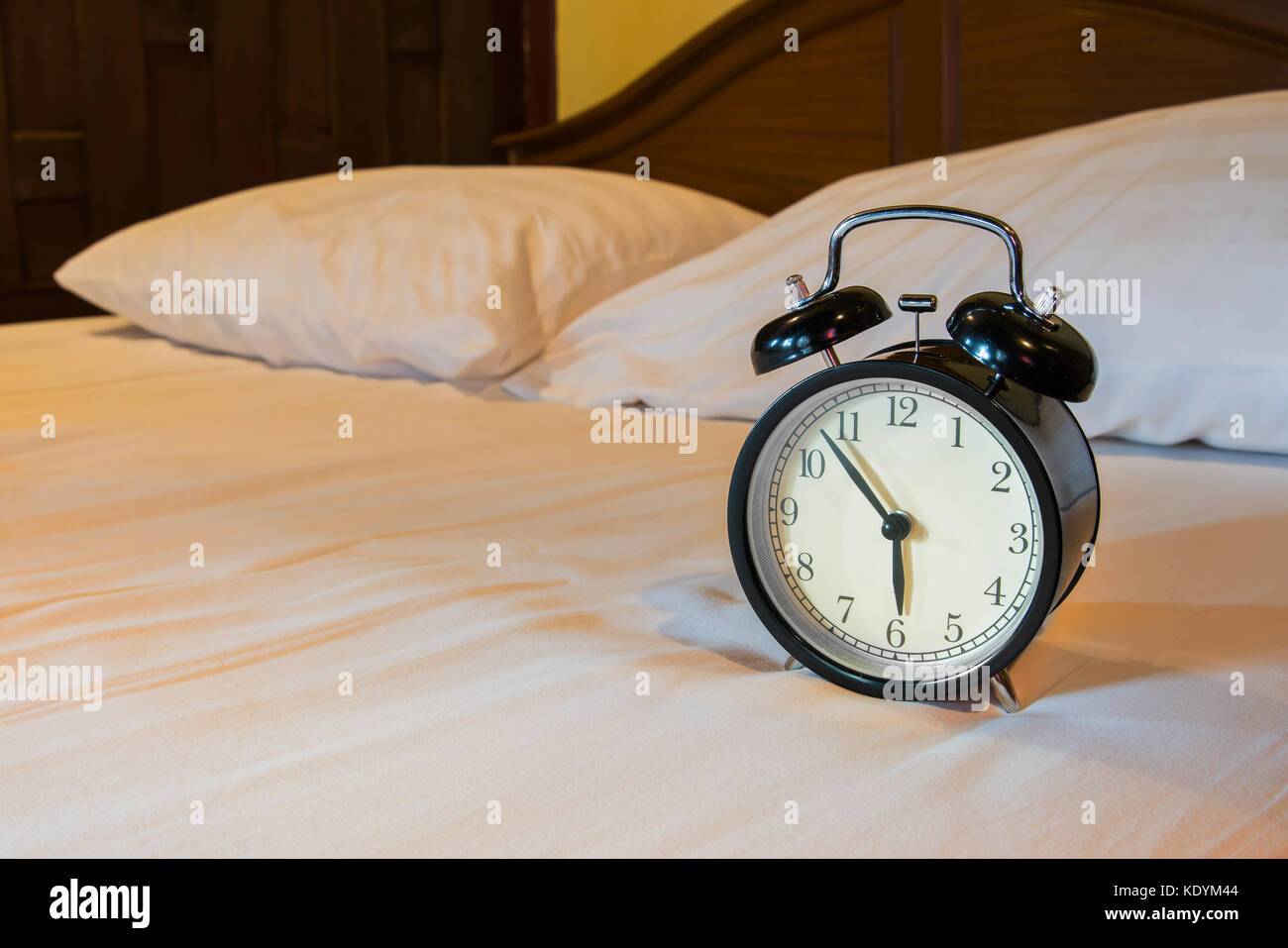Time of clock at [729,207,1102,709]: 5:53
